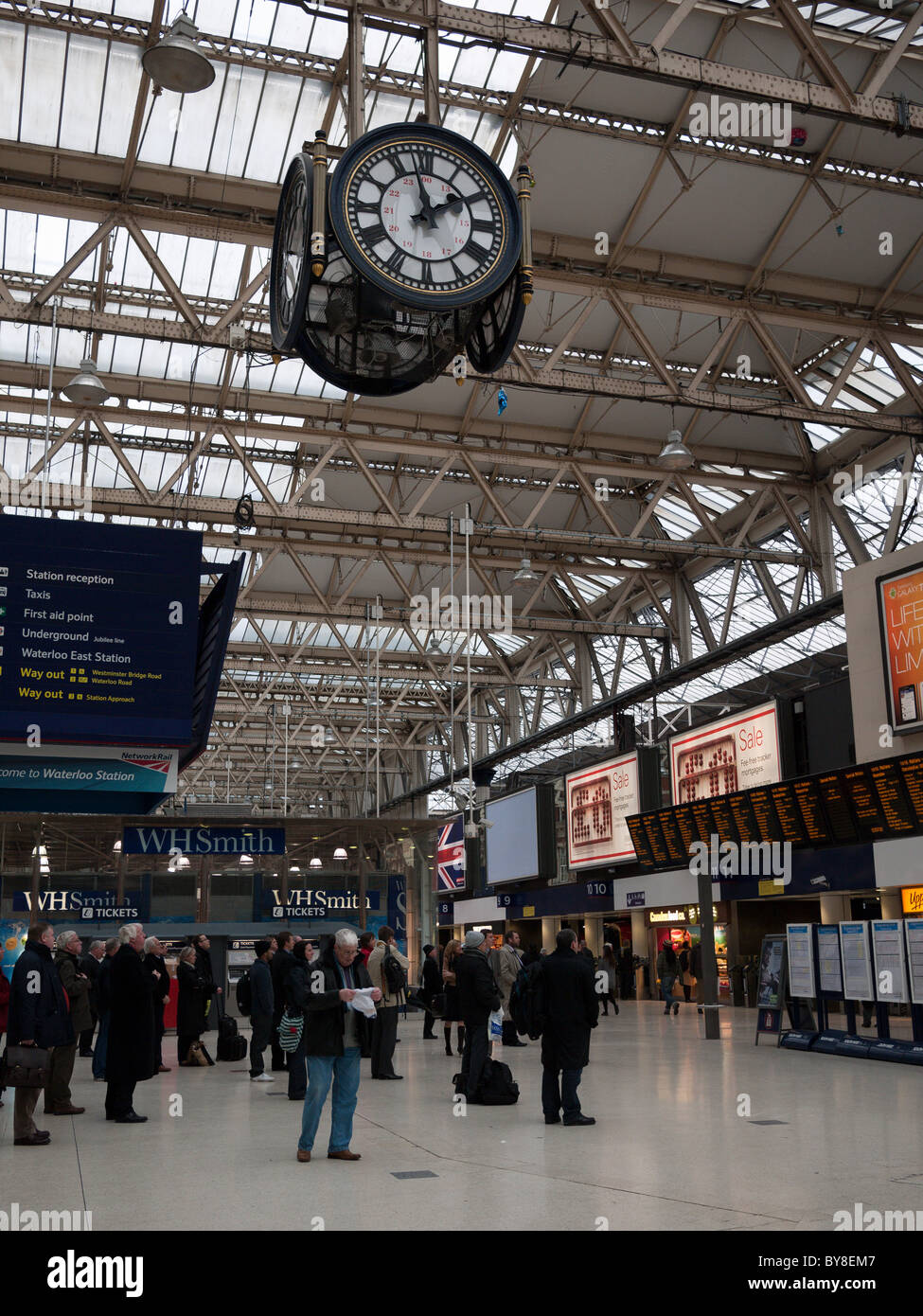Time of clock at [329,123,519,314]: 1:57
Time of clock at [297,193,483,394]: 1:57
